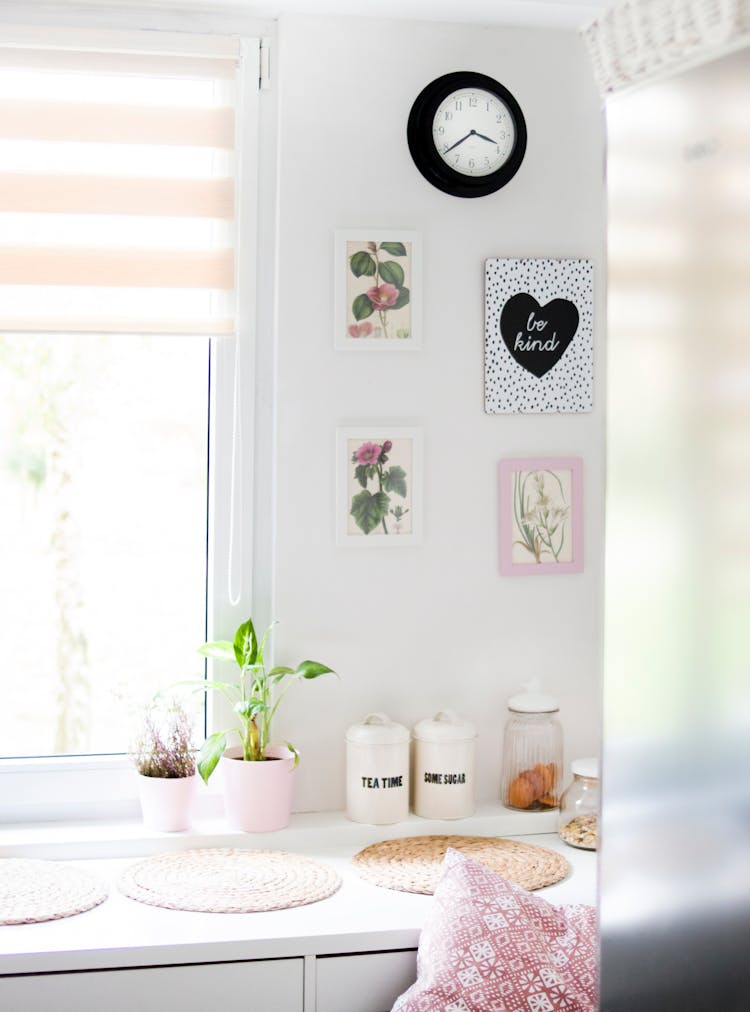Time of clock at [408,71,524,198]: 3:39
